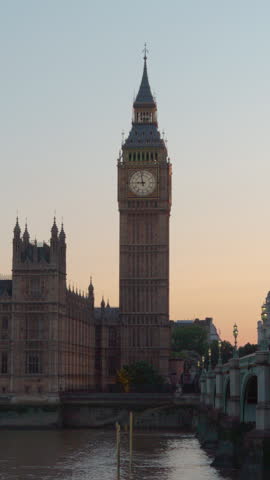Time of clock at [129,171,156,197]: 8:58
